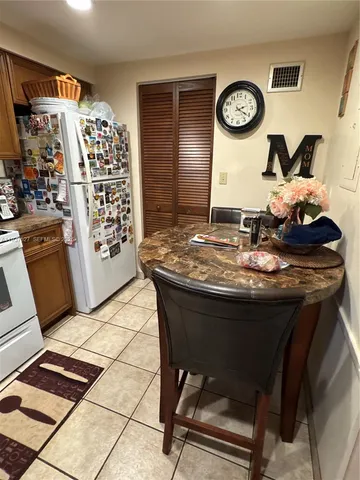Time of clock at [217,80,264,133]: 2:21
